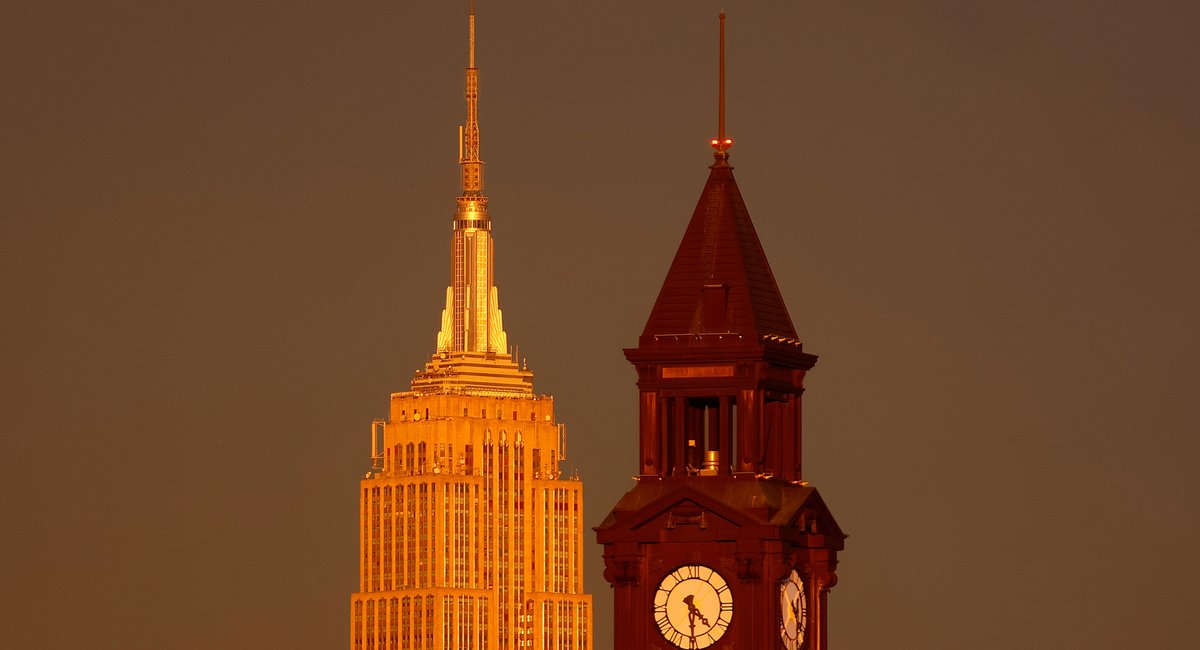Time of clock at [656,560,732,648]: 4:29
